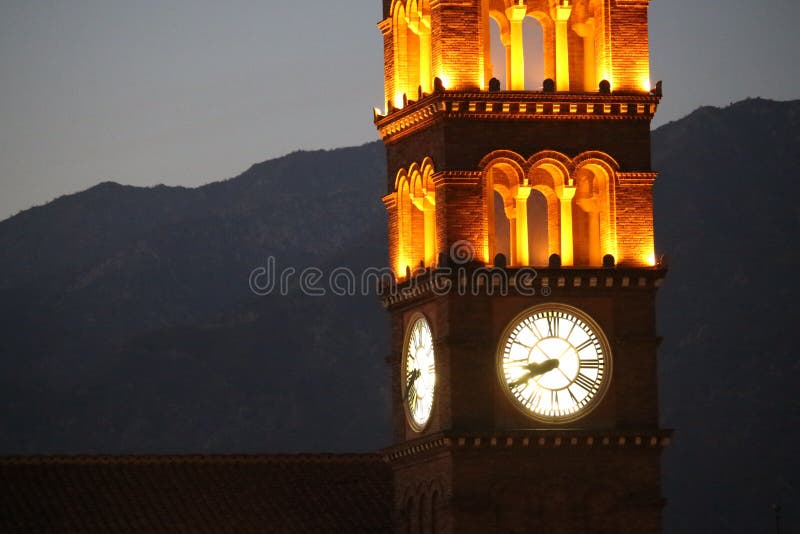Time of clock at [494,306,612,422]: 8:40
